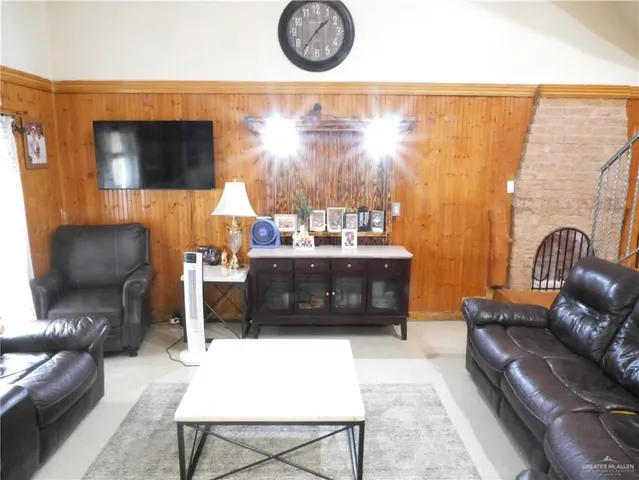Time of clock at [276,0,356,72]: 1:36
